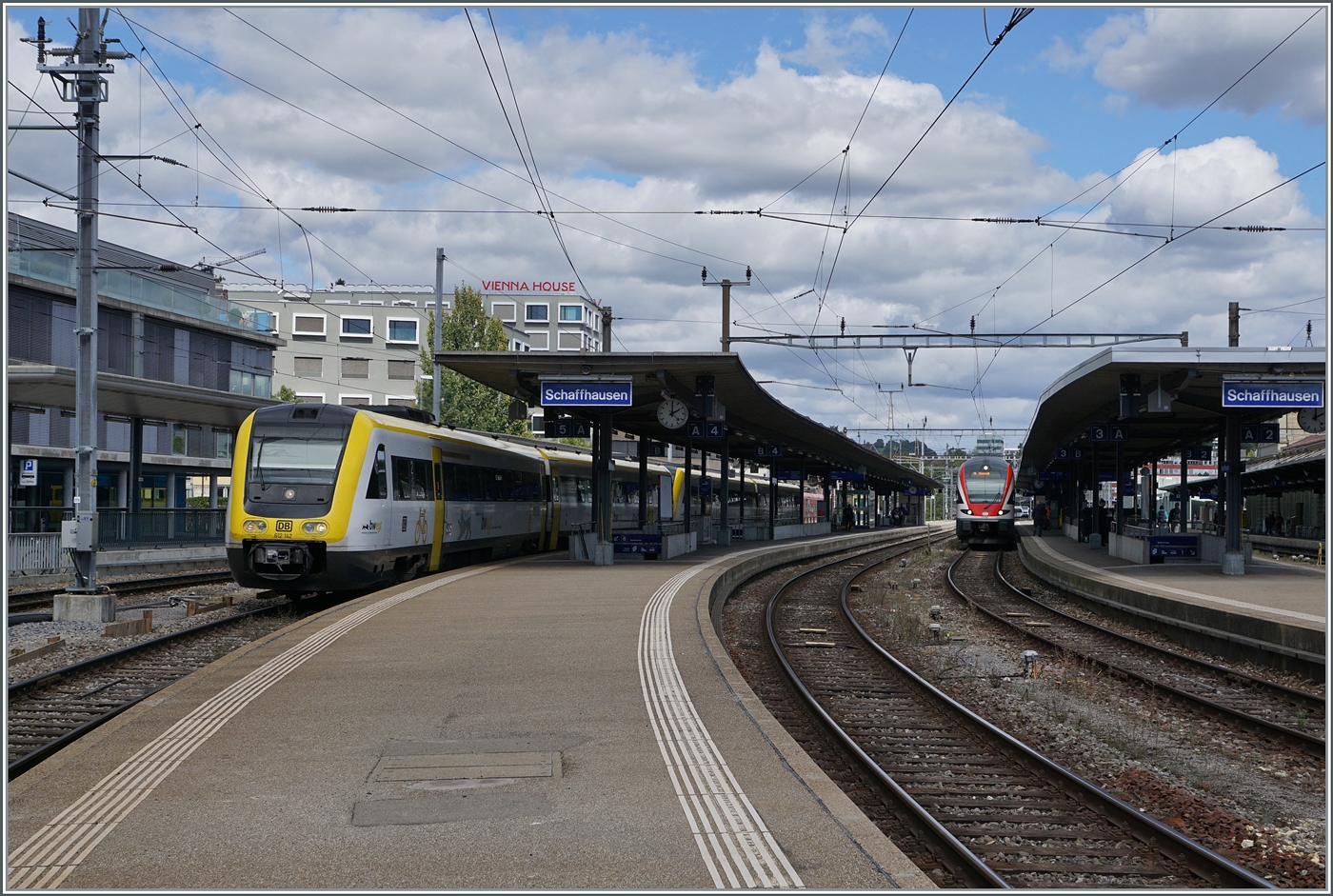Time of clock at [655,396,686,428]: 2:00
